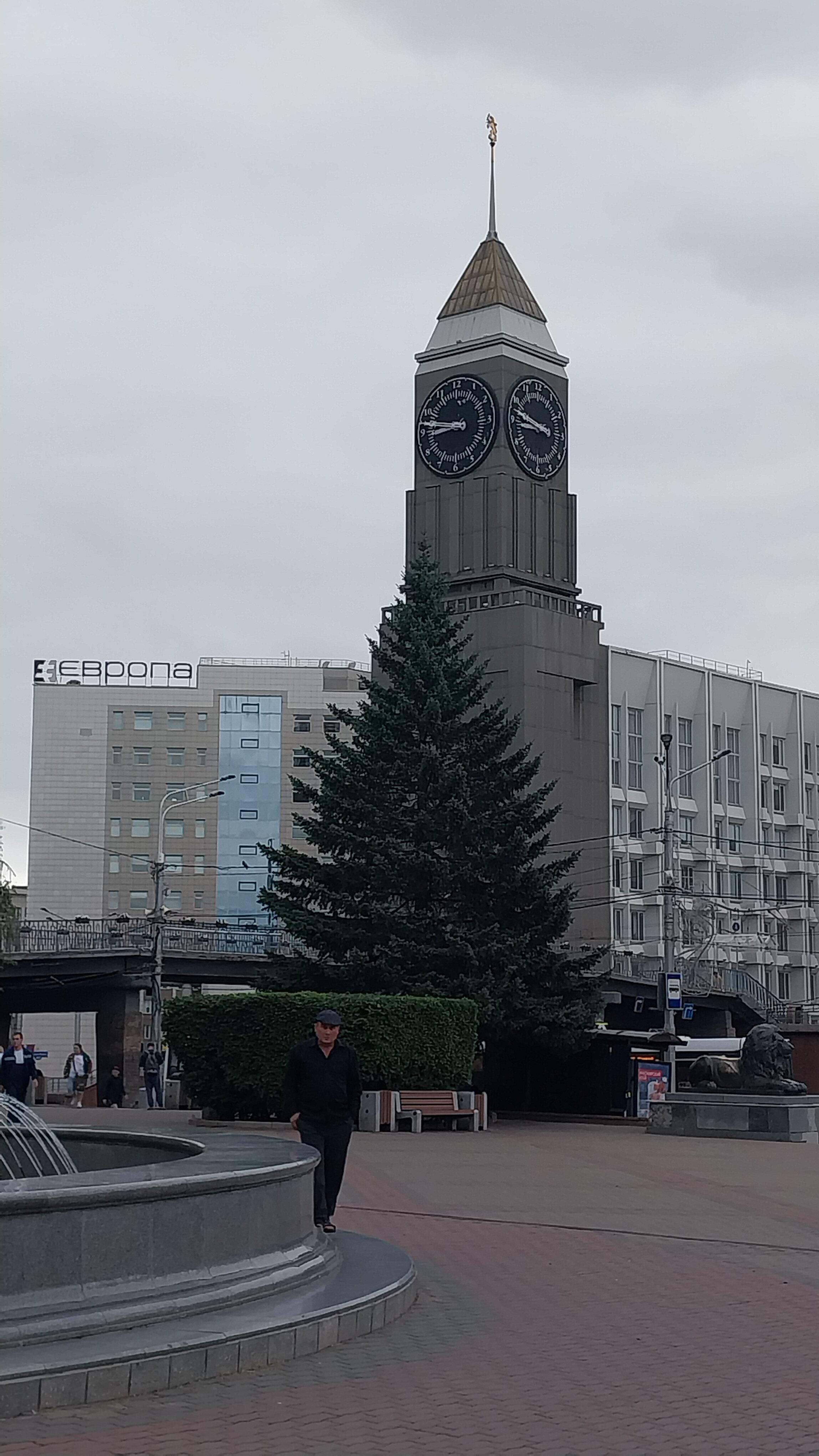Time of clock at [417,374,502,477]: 8:47
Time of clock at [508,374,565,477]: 8:47
